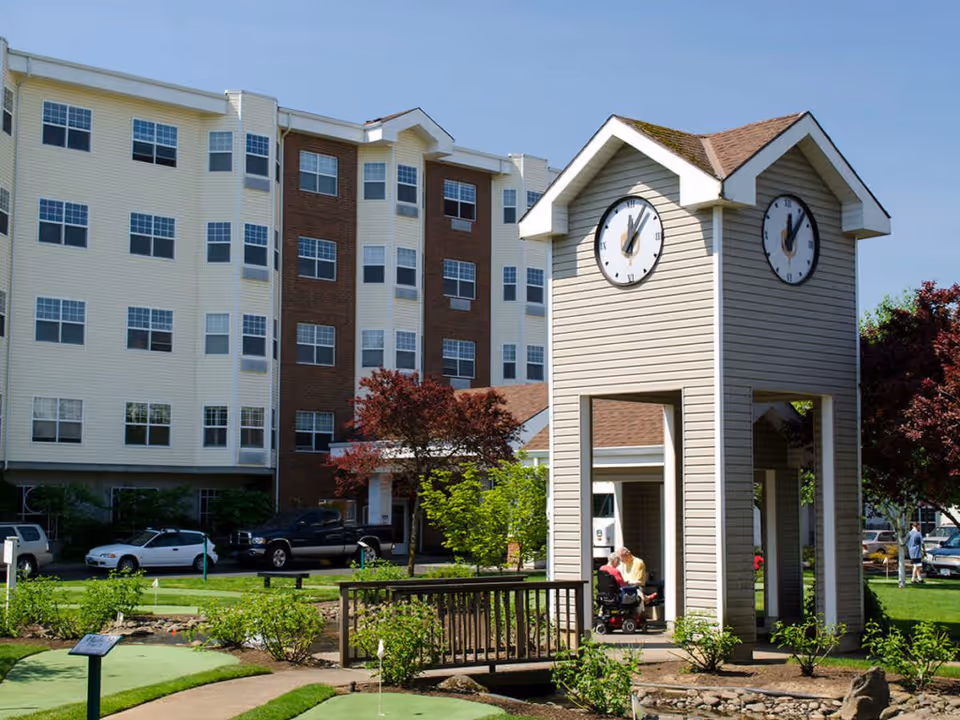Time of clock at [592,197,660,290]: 12:05
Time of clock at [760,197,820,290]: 12:06
